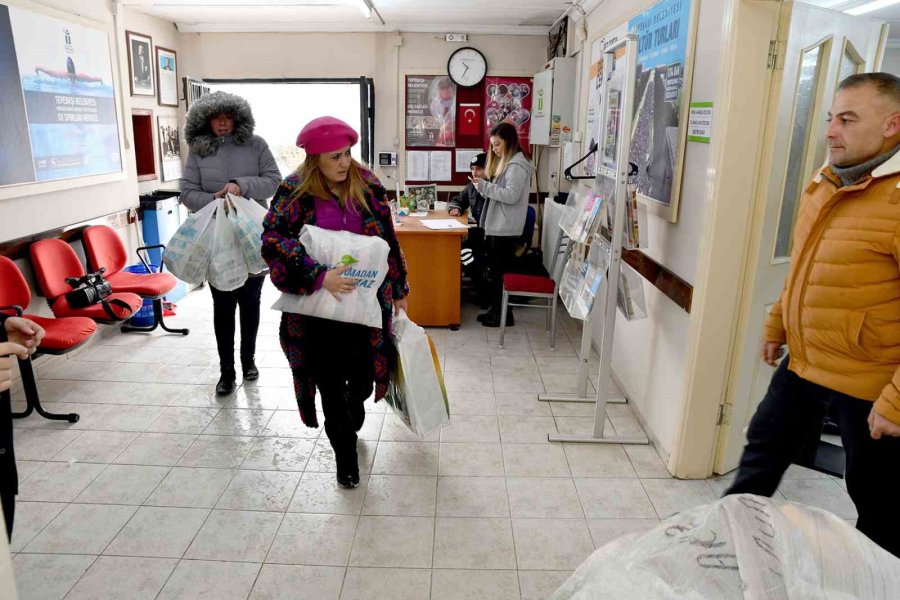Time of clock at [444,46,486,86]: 10:34
